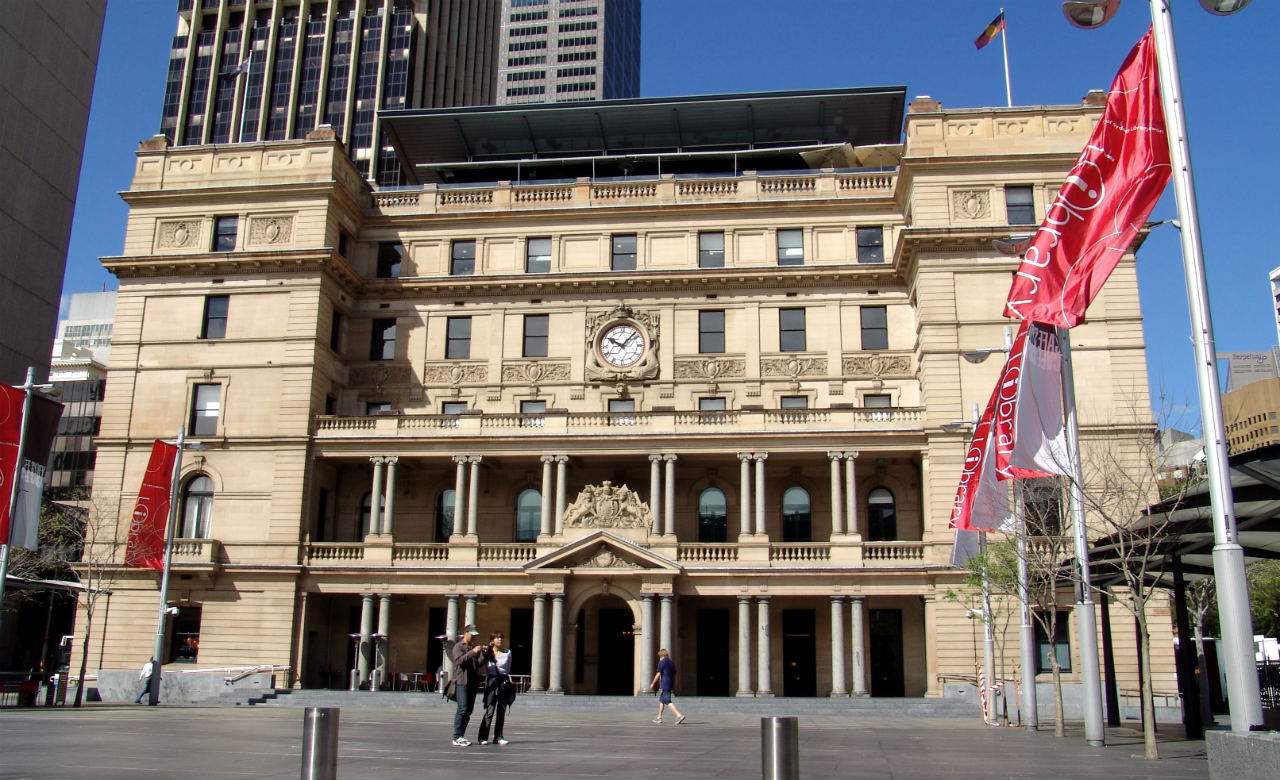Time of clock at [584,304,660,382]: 10:07
